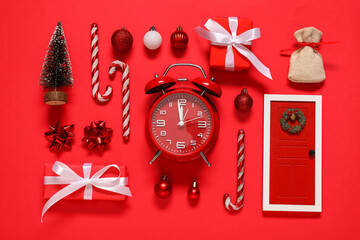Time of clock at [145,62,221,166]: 11:58
